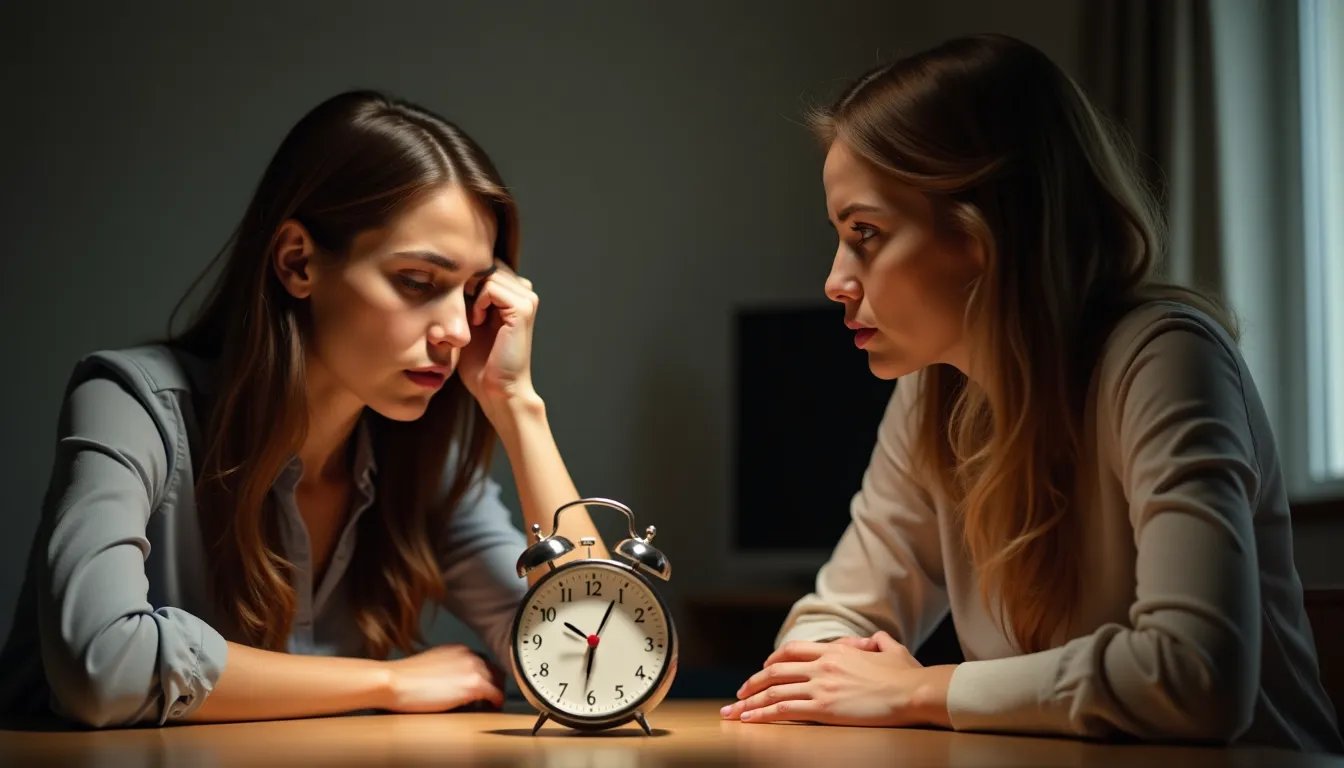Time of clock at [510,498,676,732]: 10:04
